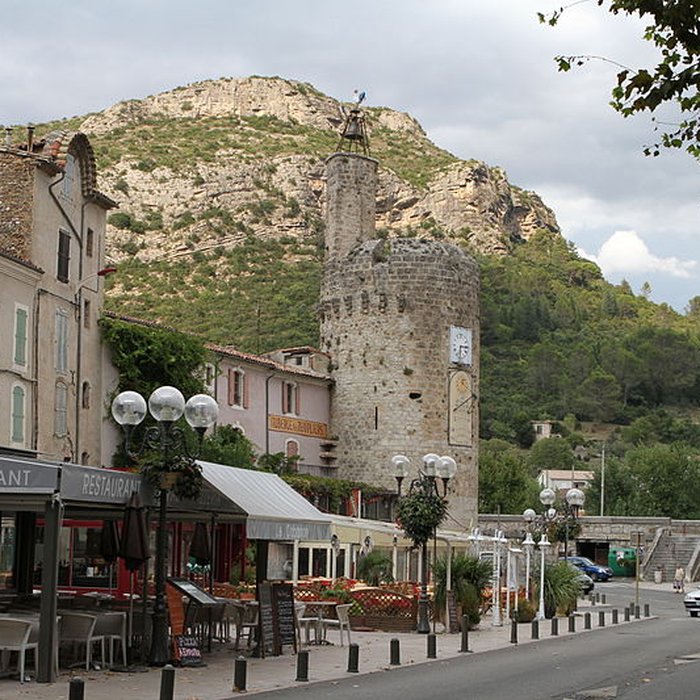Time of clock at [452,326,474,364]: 6:14
